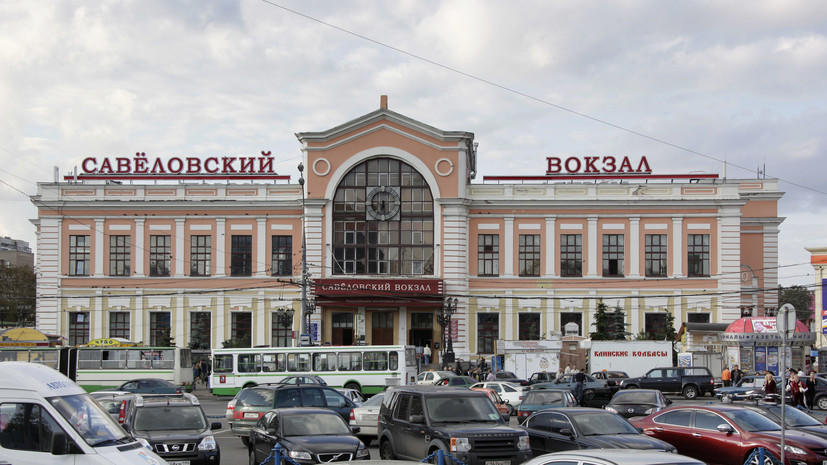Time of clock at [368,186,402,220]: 6:27
